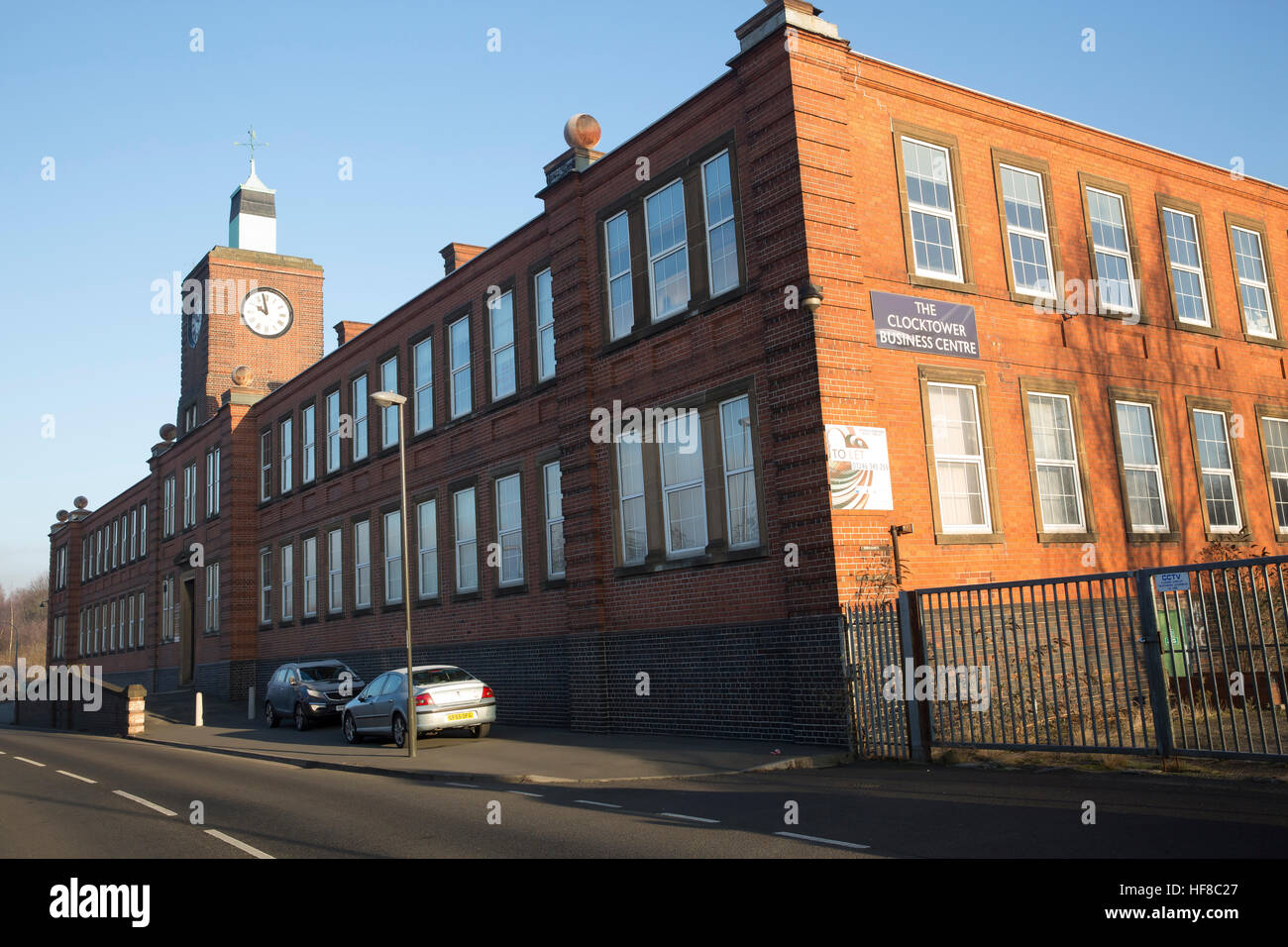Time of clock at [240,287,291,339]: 9:57
